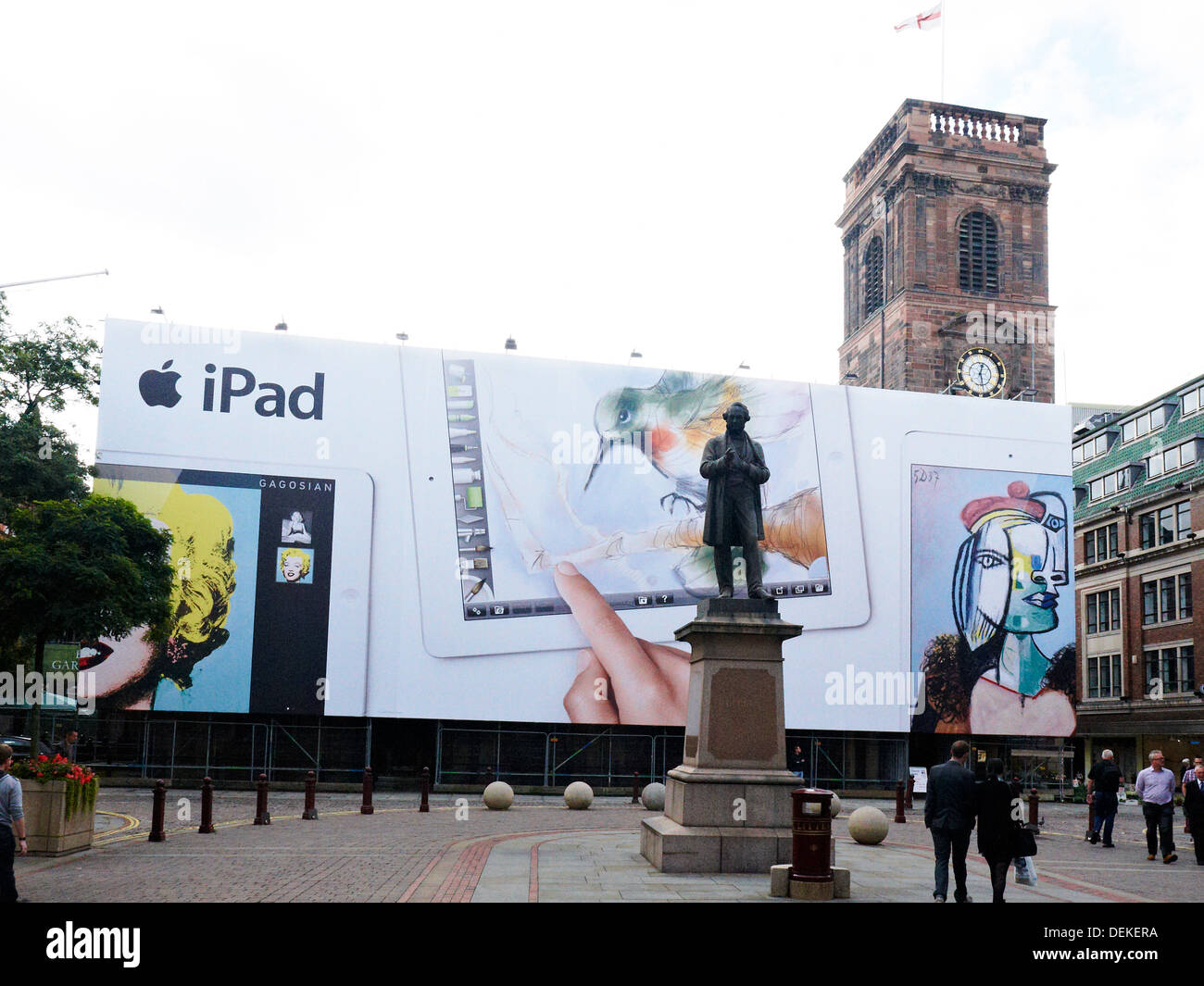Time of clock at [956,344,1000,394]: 12:27
